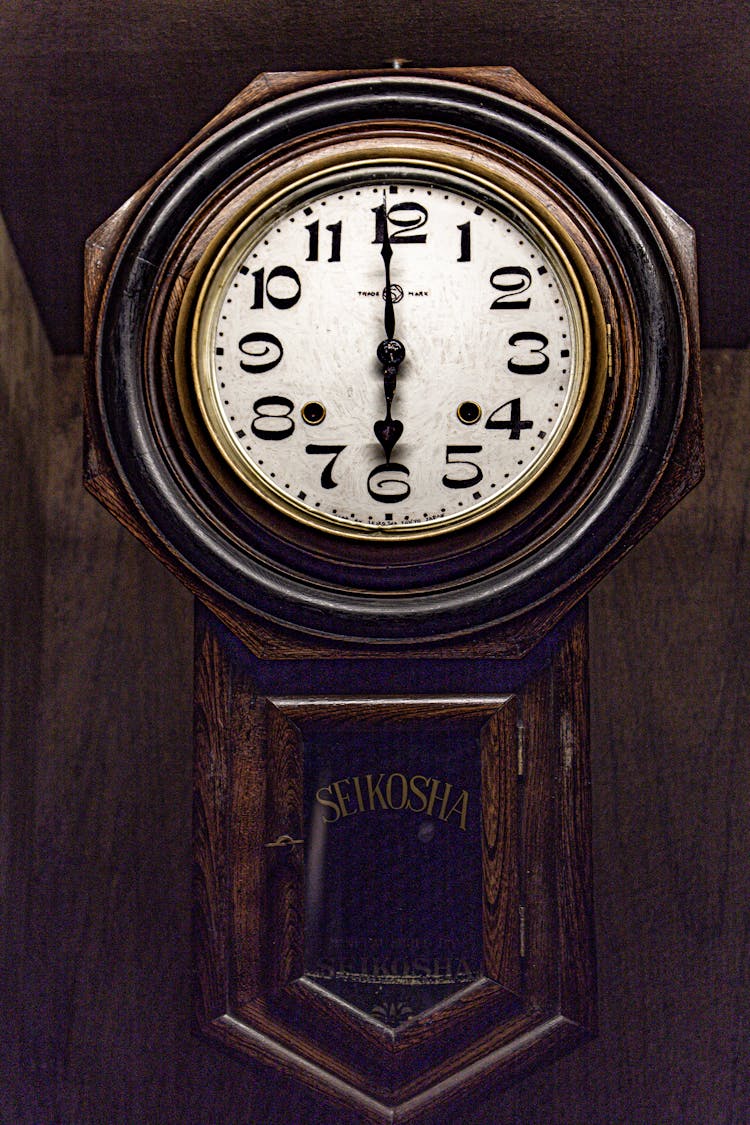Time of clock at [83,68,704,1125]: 5:59
